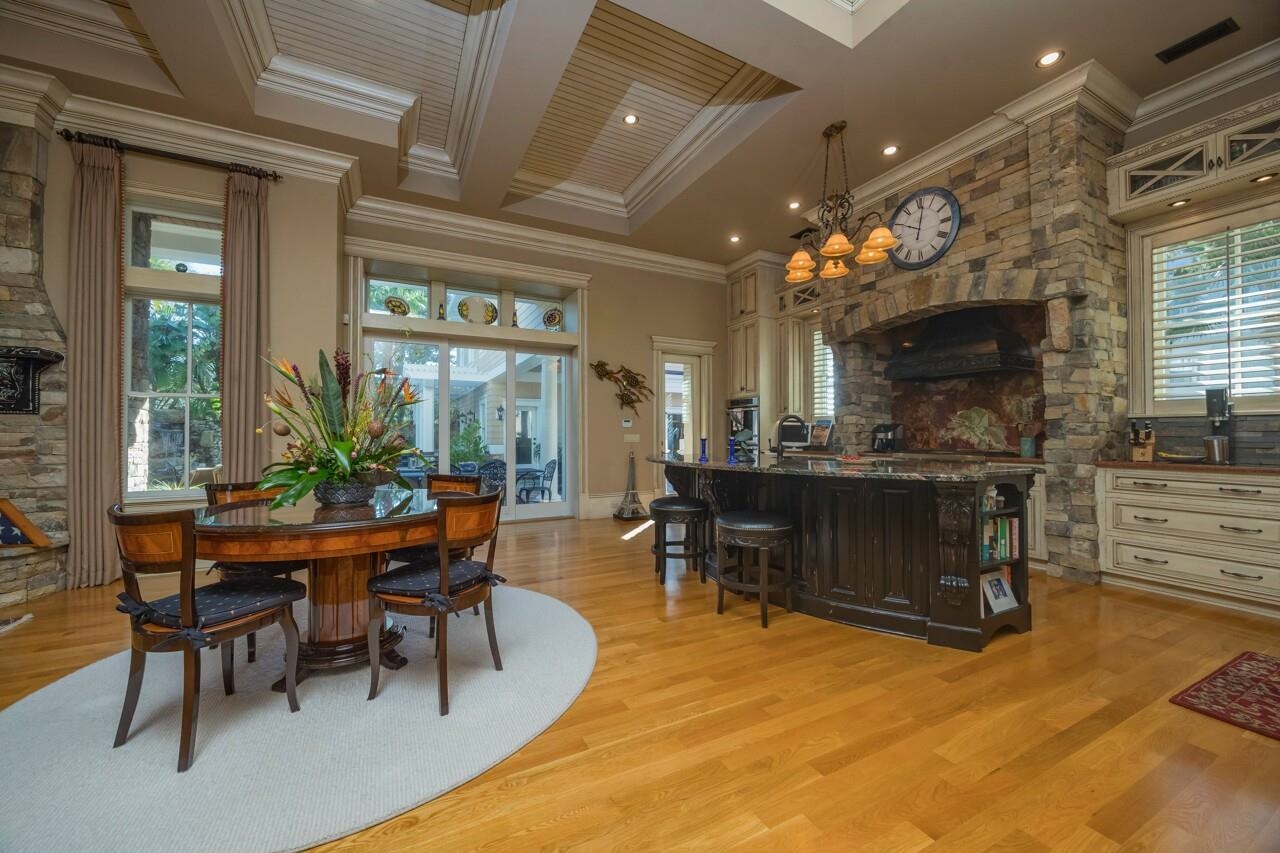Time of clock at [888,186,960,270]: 10:01
